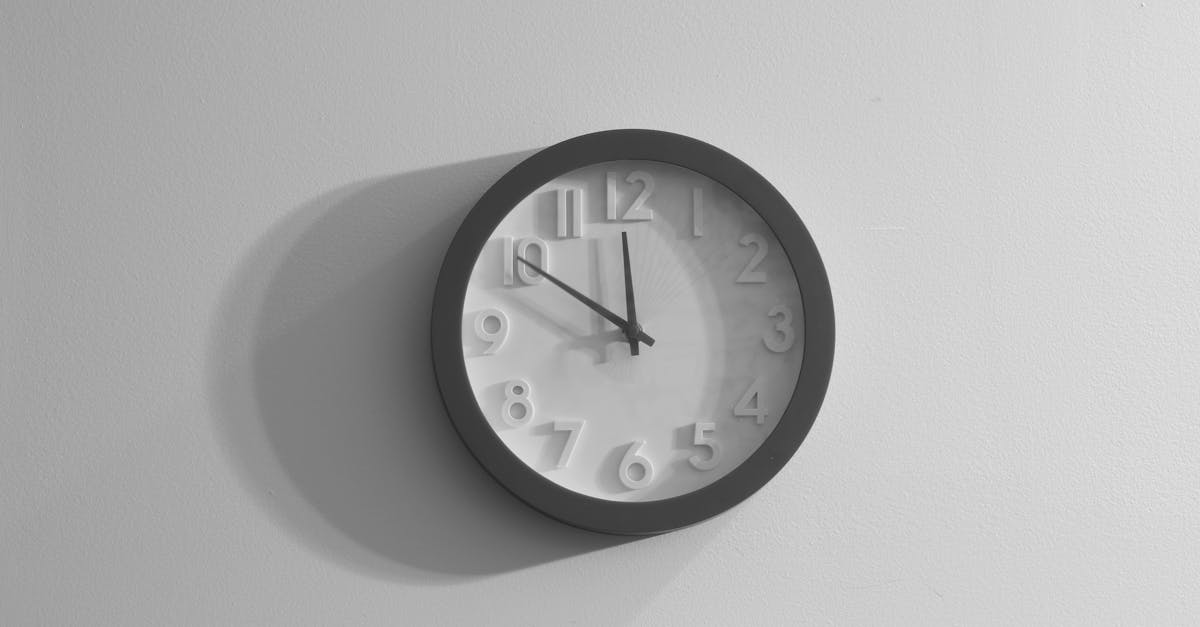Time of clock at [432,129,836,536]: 11:50
